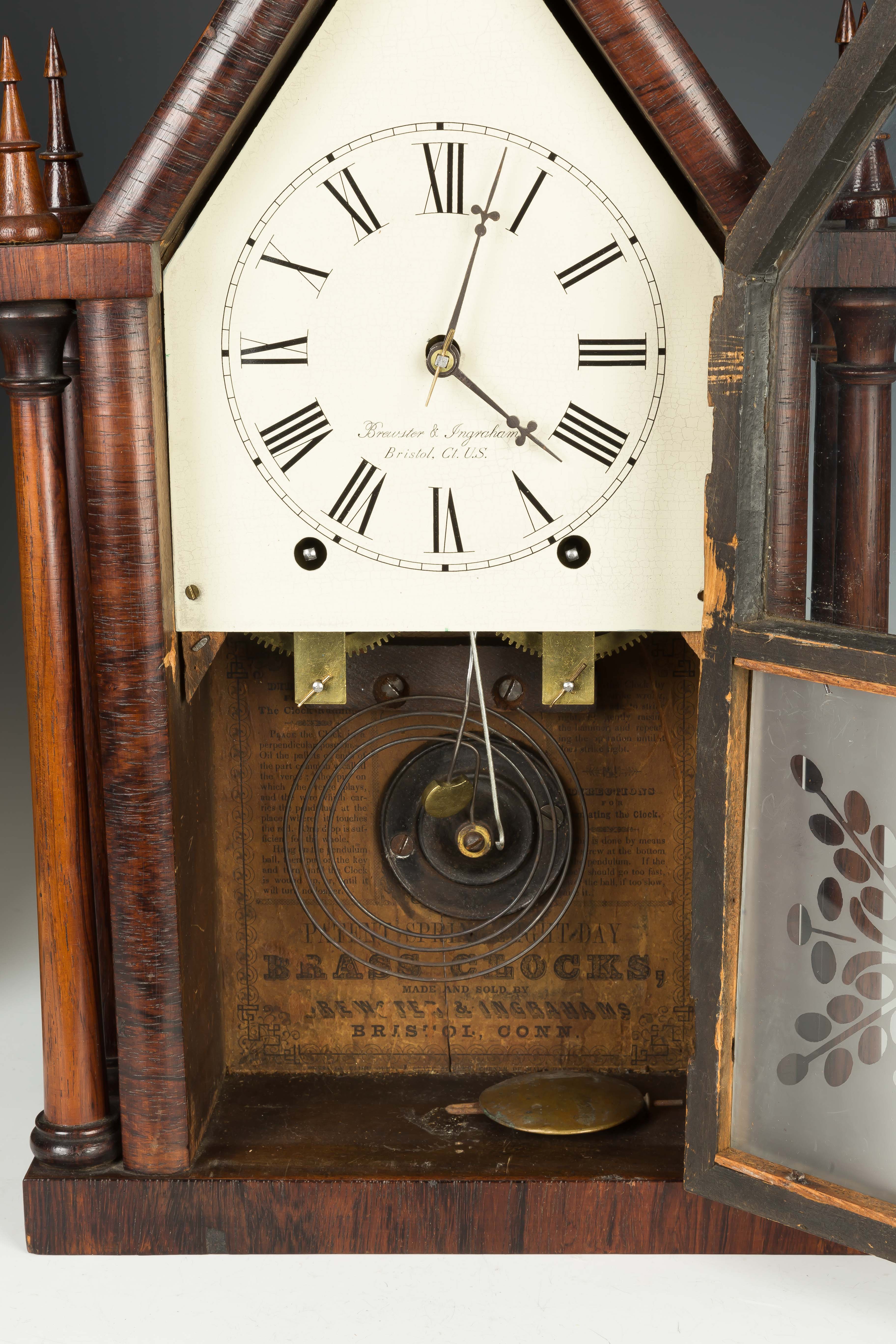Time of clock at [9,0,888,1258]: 4:02
